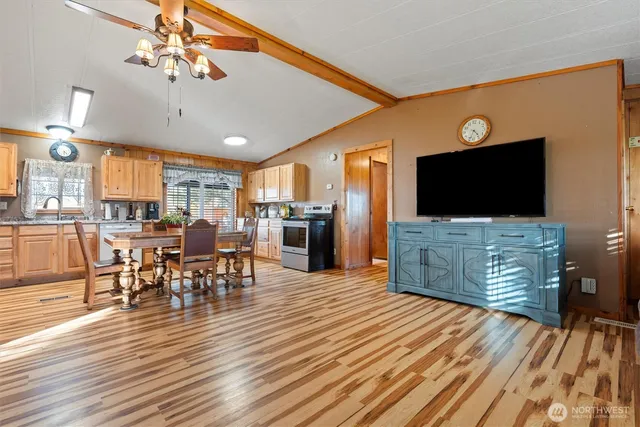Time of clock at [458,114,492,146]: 4:33
